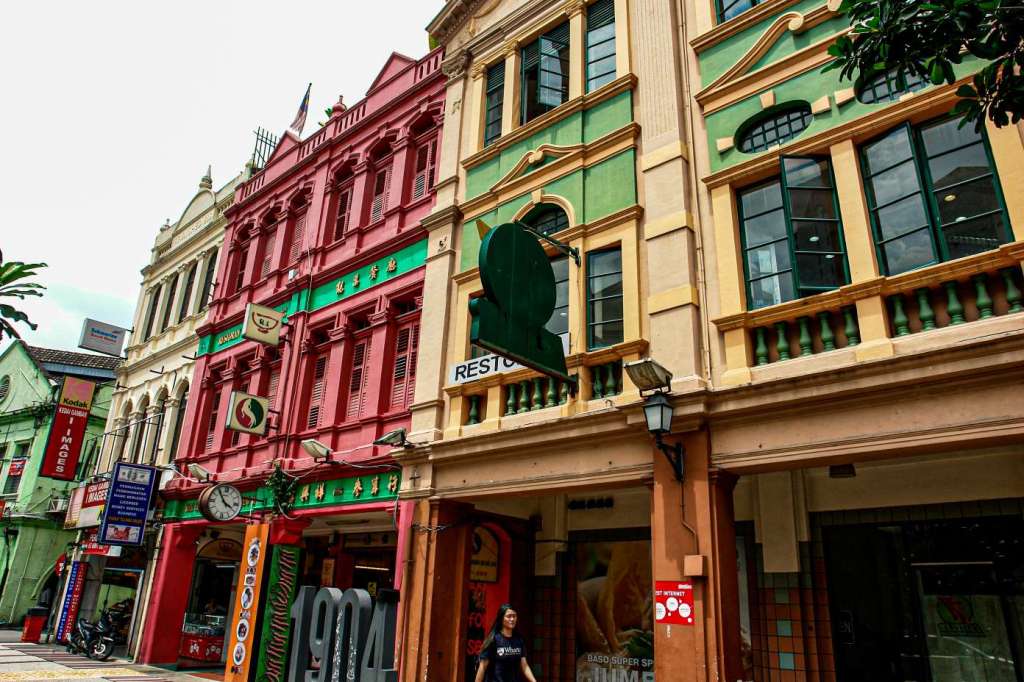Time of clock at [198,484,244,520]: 3:54
